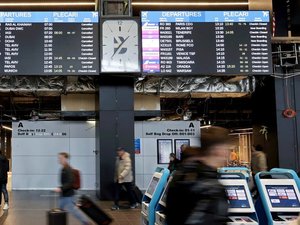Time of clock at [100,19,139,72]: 10:37
